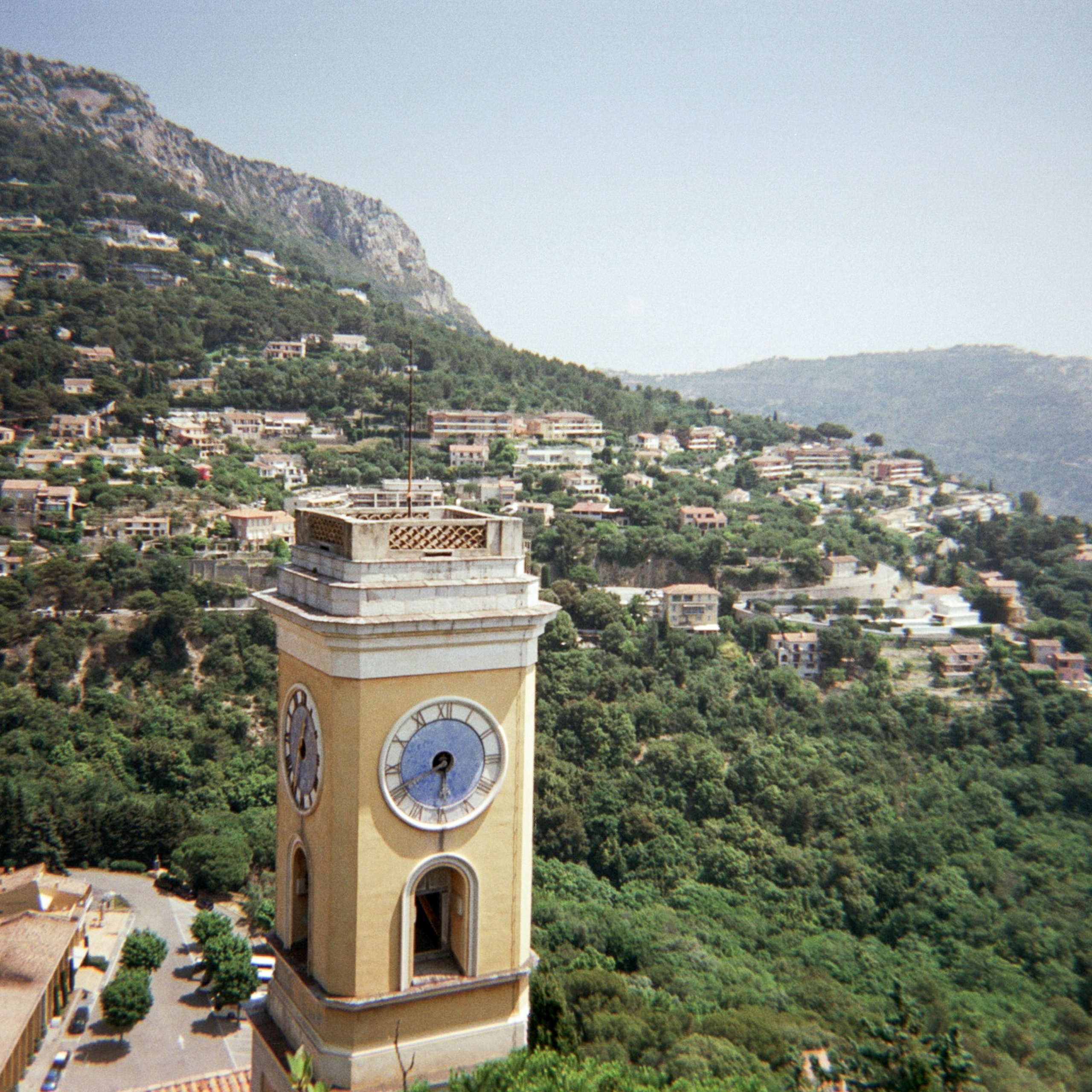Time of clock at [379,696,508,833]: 6:41
